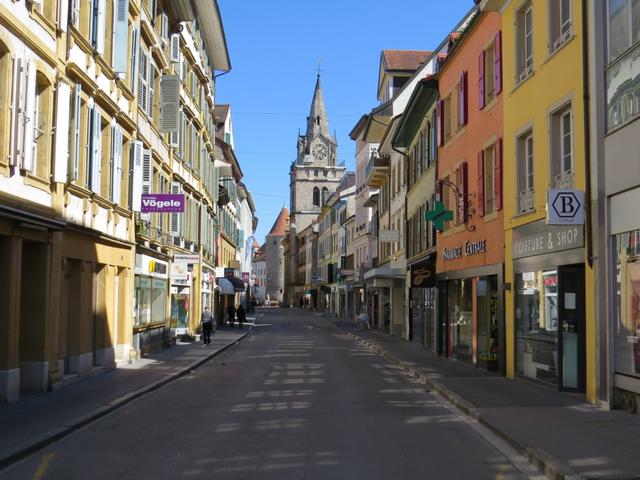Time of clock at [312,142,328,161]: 4:07
